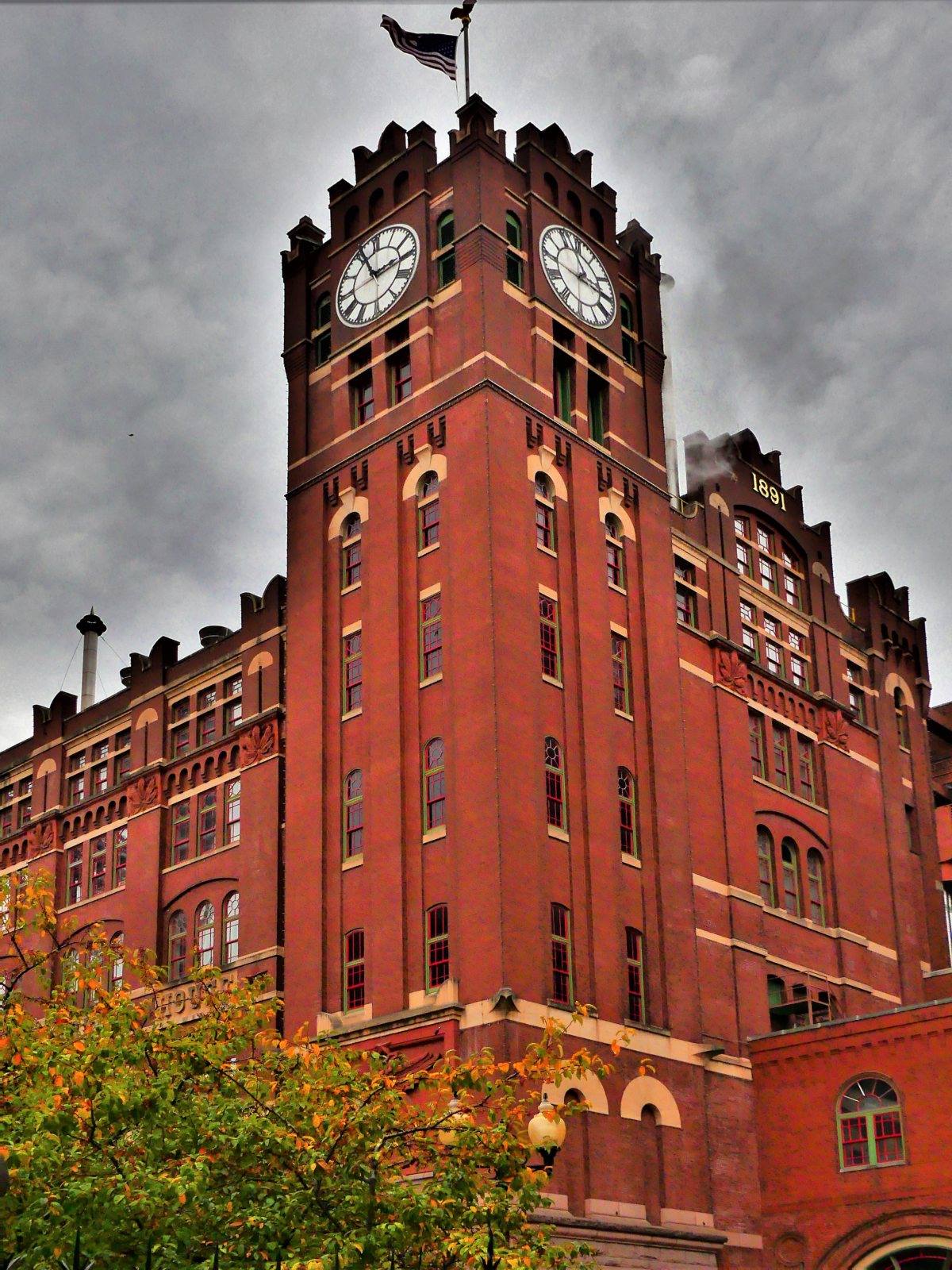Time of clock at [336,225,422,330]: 2:56
